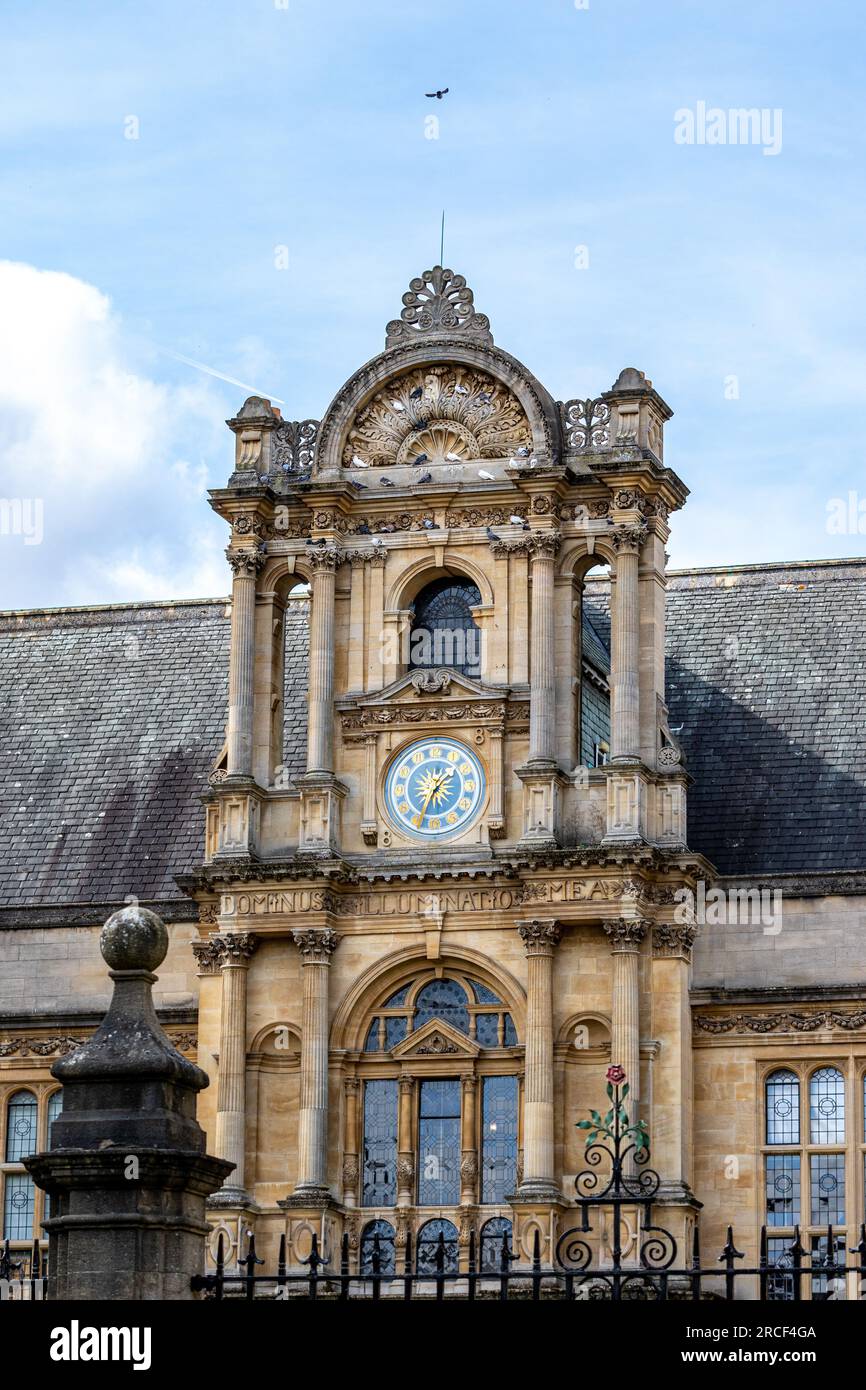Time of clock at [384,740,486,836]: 1:34
